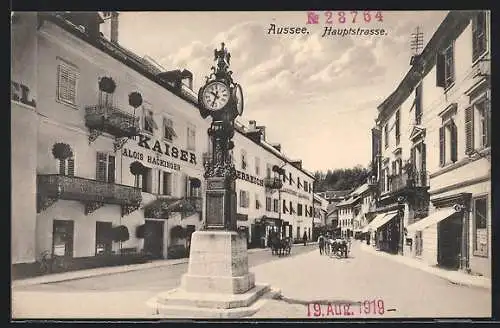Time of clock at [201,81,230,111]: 10:34
